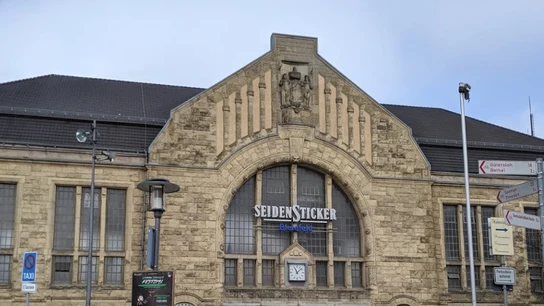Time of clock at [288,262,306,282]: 11:07
